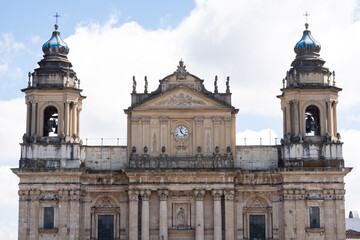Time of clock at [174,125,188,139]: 11:22
